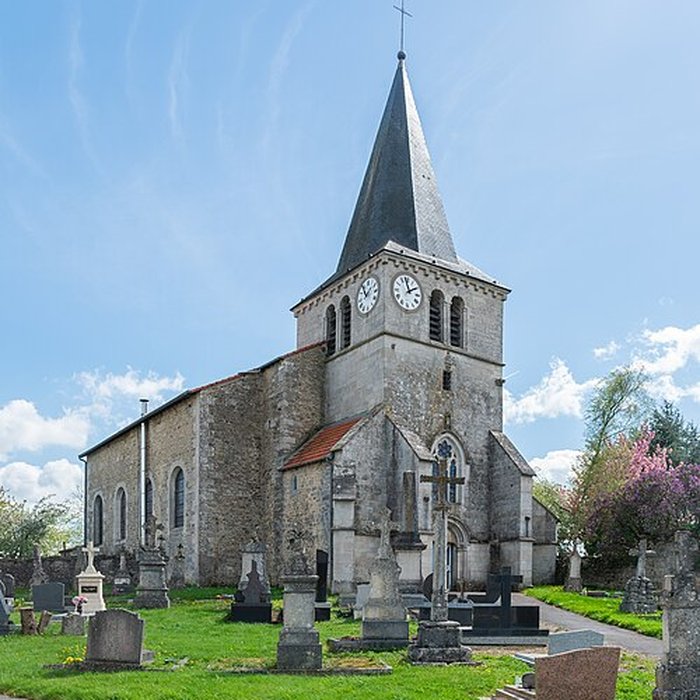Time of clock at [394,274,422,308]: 1:58
